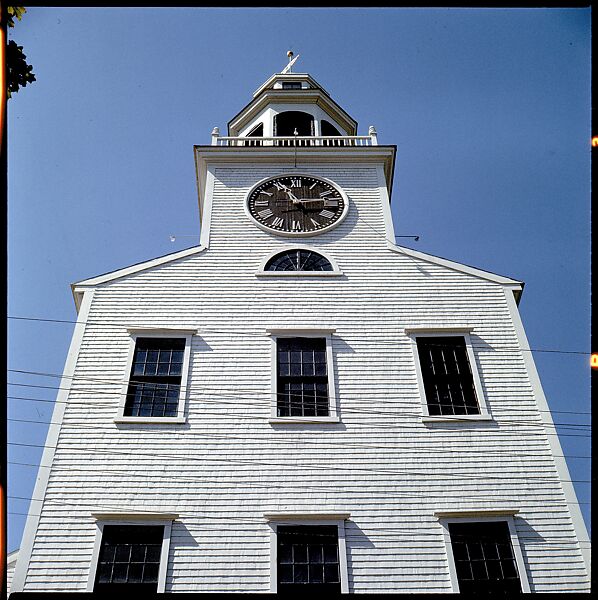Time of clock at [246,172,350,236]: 11:13
